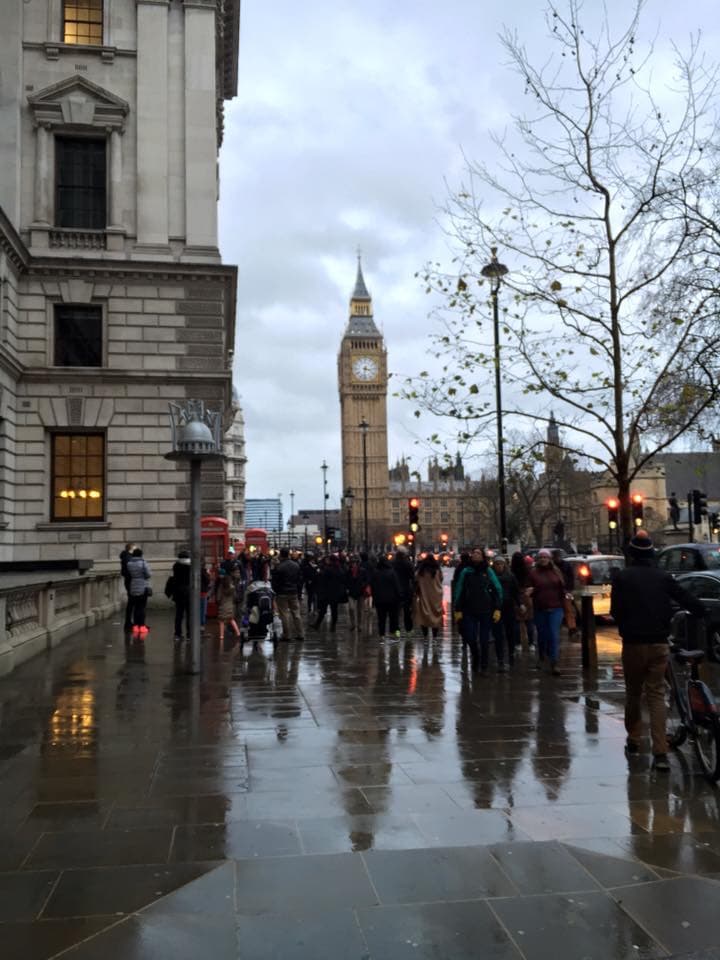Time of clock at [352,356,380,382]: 3:32
